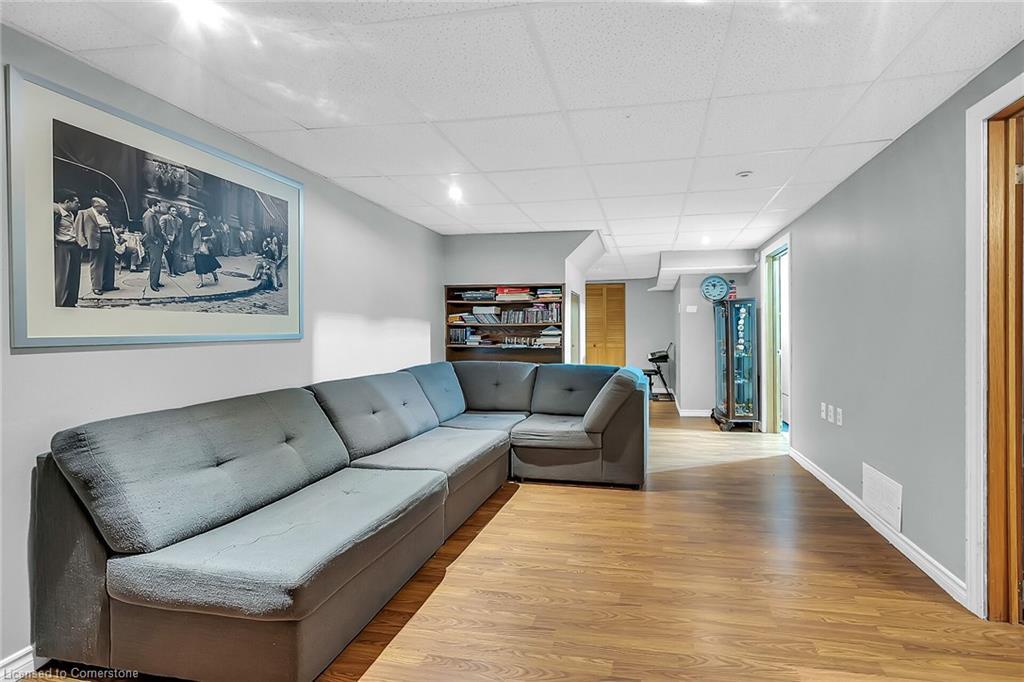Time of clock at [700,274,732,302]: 11:55
